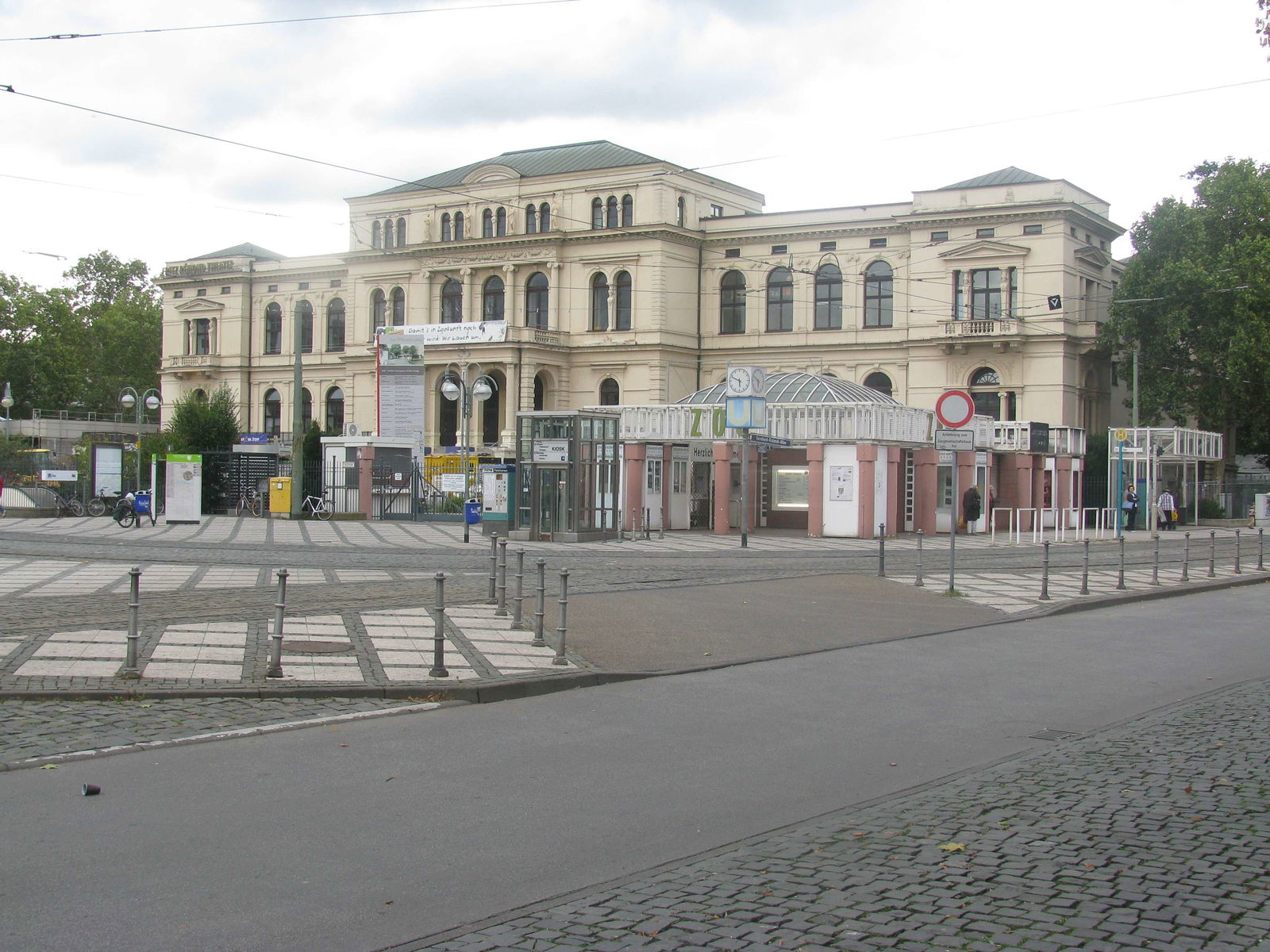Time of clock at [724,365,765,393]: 5:48
